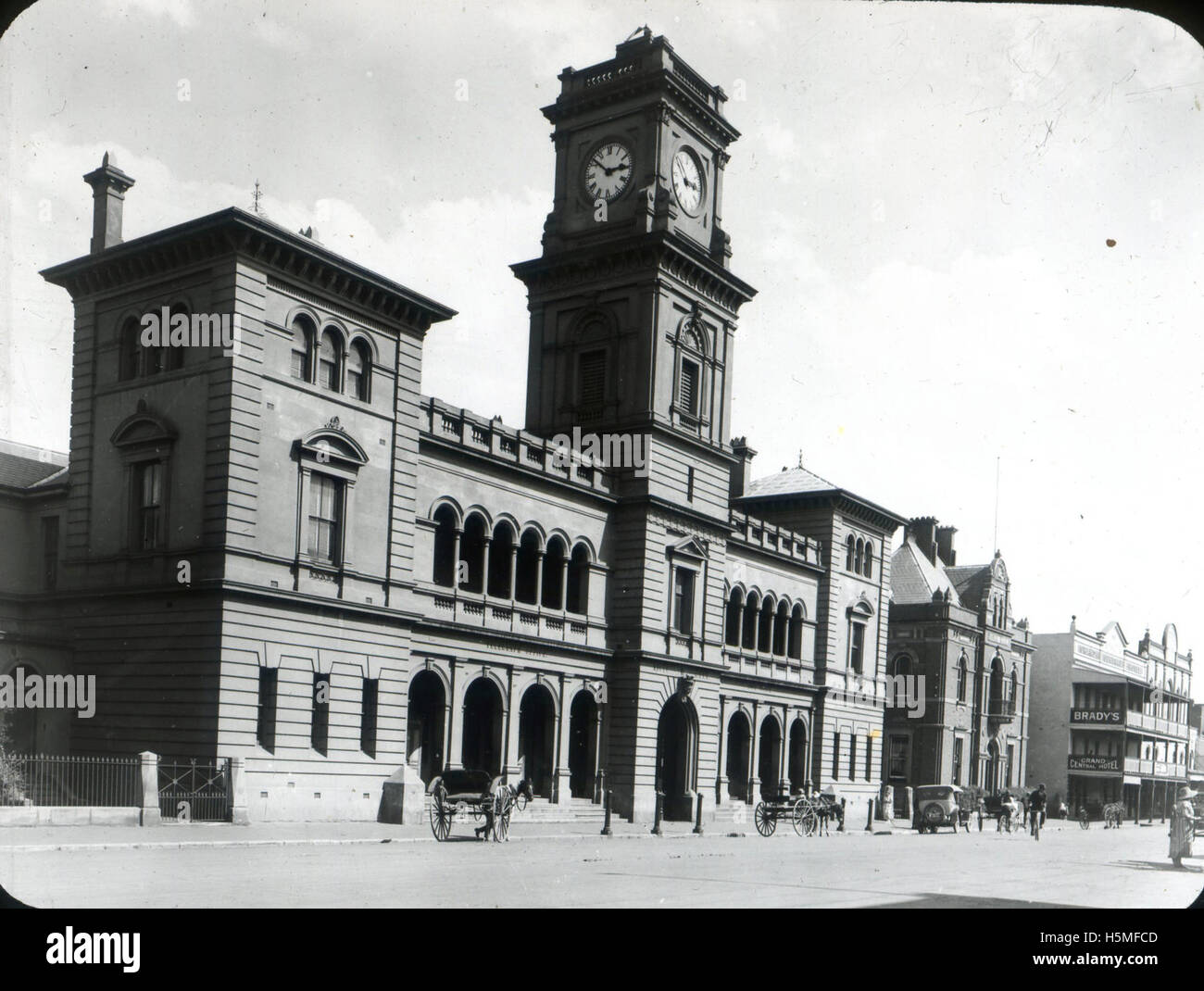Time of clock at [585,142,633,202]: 2:52
